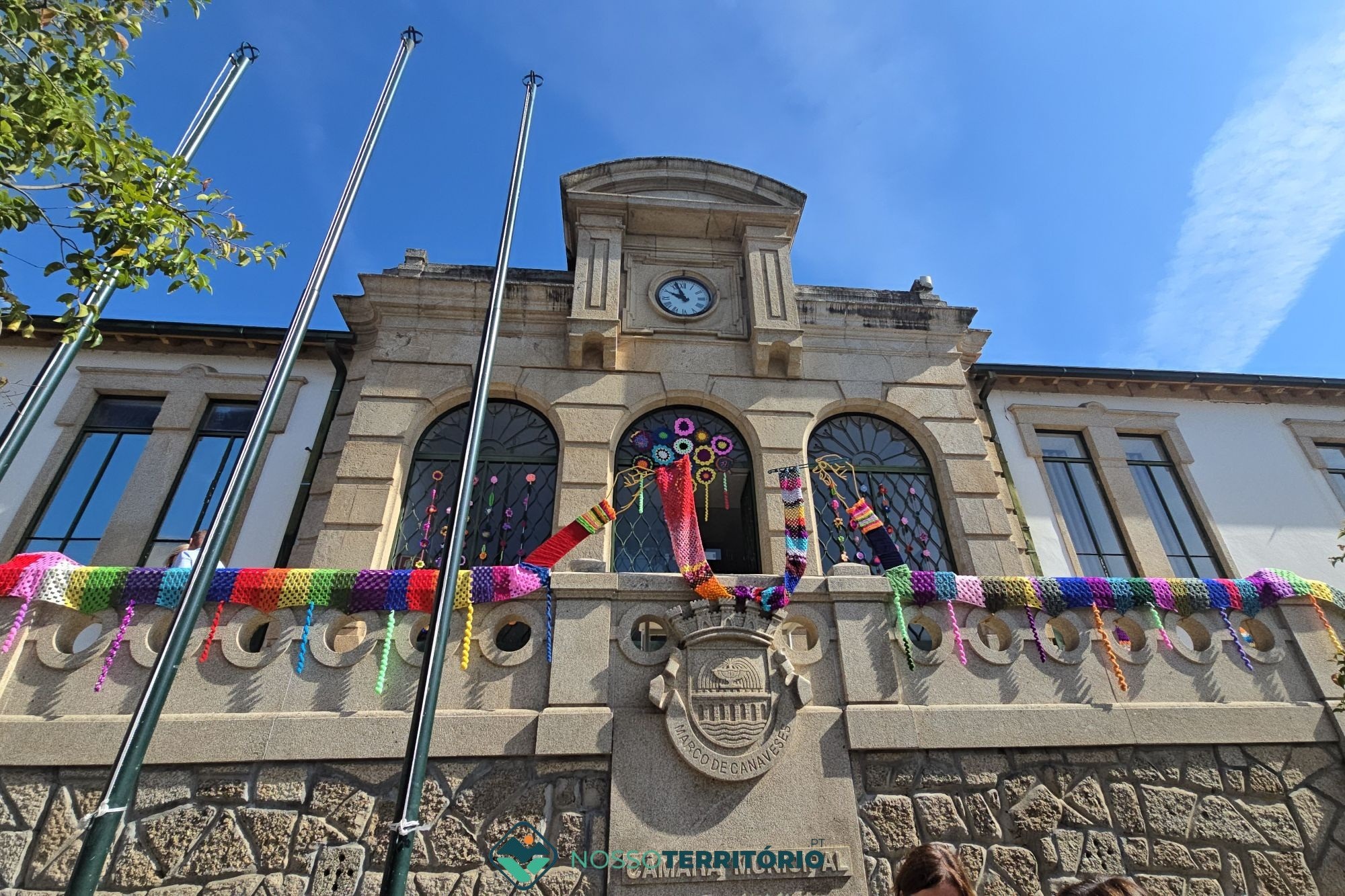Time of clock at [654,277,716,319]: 9:56
